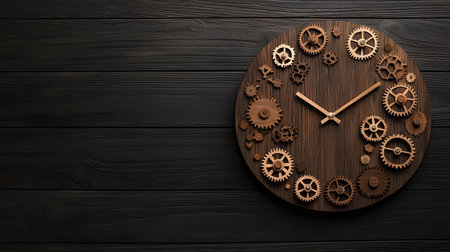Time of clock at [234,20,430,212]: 10:07
